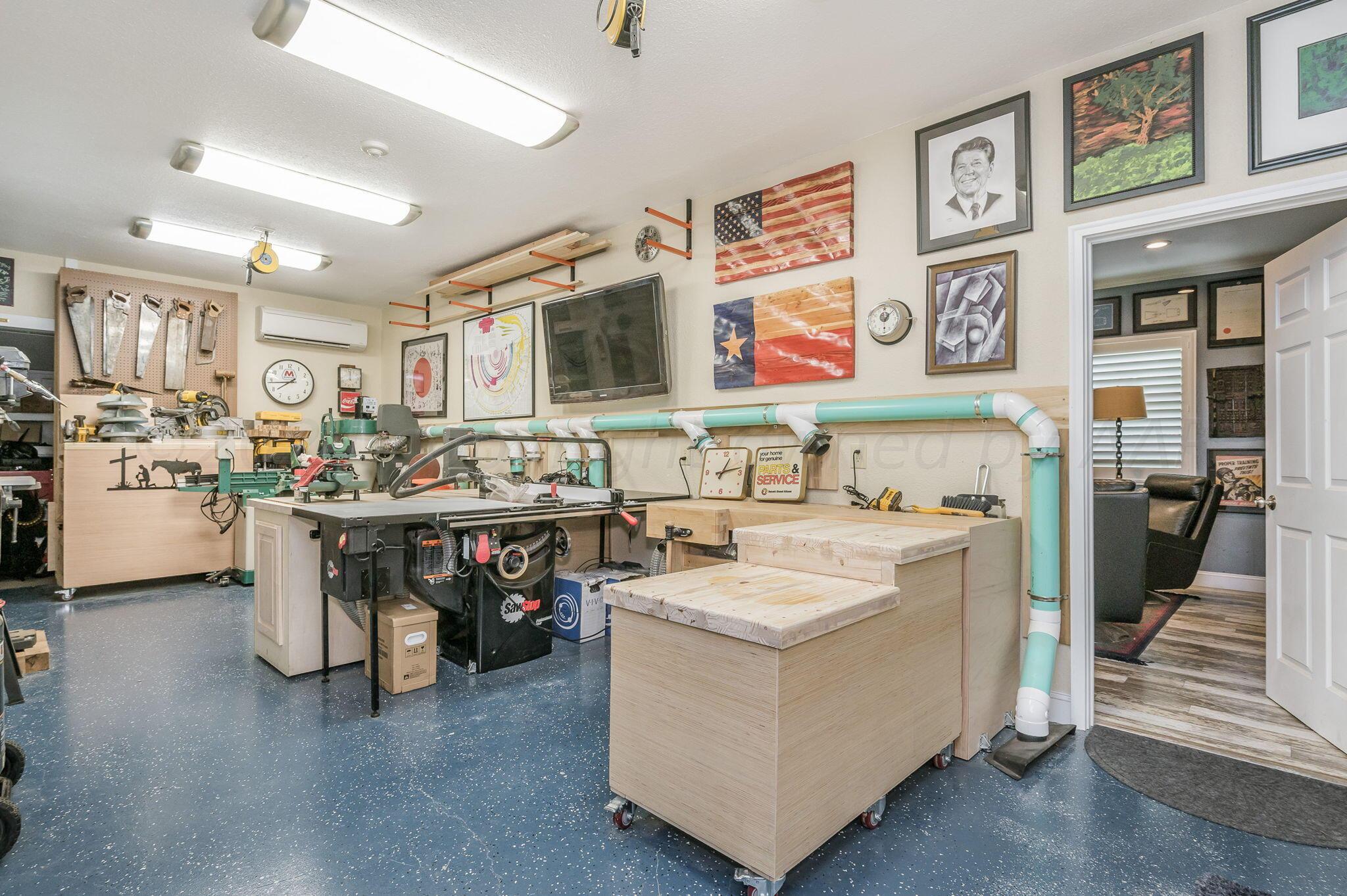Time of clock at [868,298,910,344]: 12:07
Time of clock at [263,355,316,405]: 7:43
